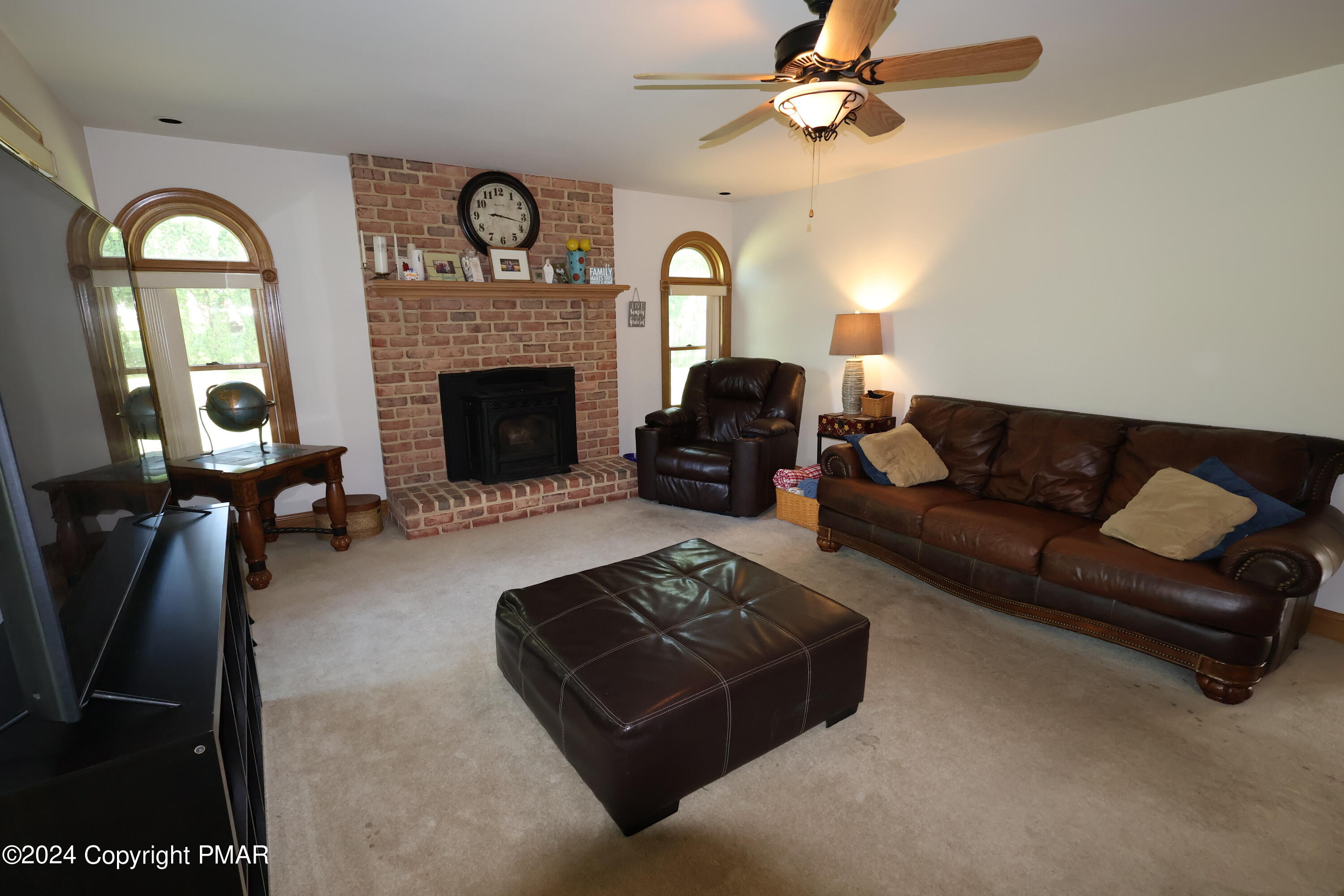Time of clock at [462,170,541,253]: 9:17
